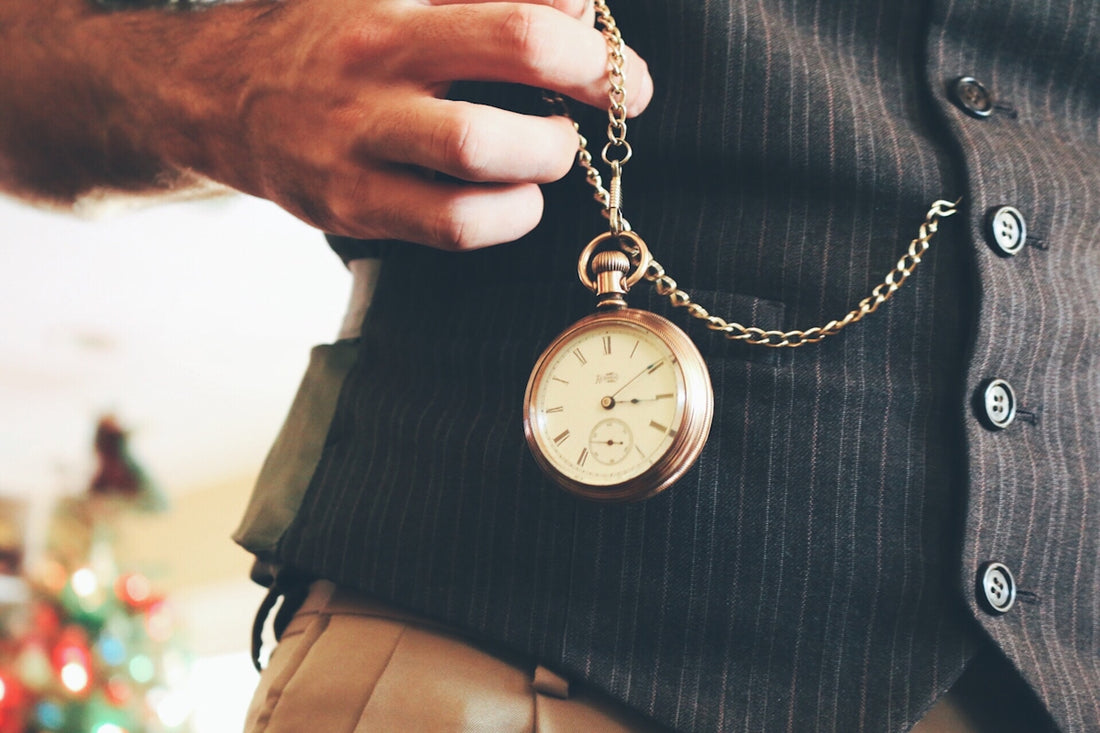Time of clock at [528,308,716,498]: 3:09
